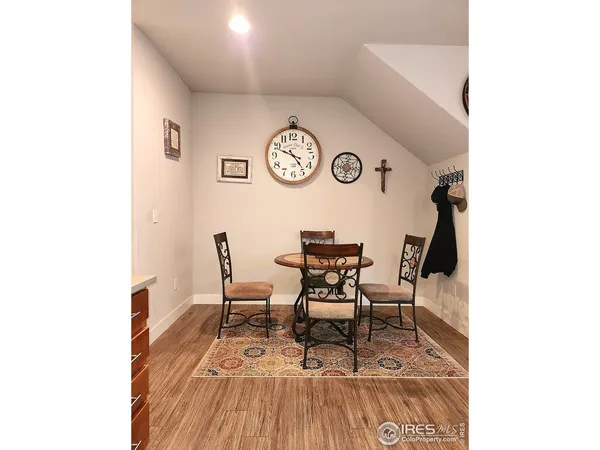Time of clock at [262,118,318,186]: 4:48
